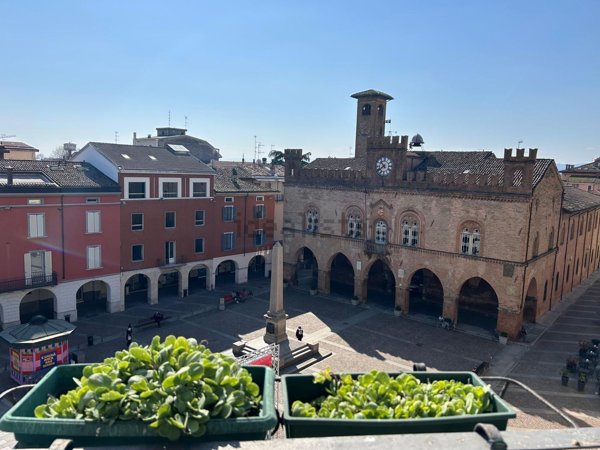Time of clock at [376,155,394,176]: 7:52
